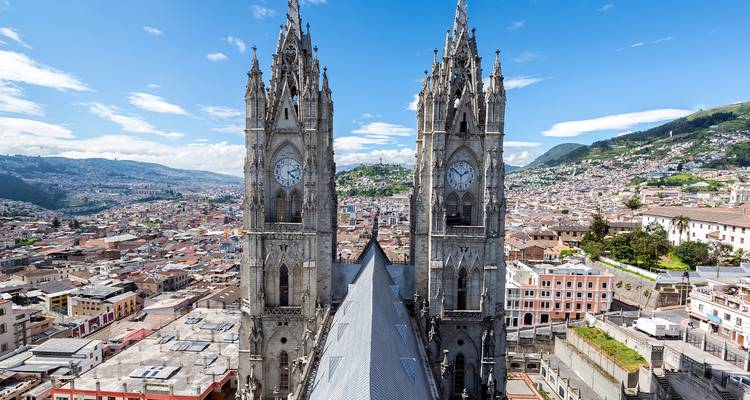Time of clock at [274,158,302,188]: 4:12
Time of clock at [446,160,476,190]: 1:51
